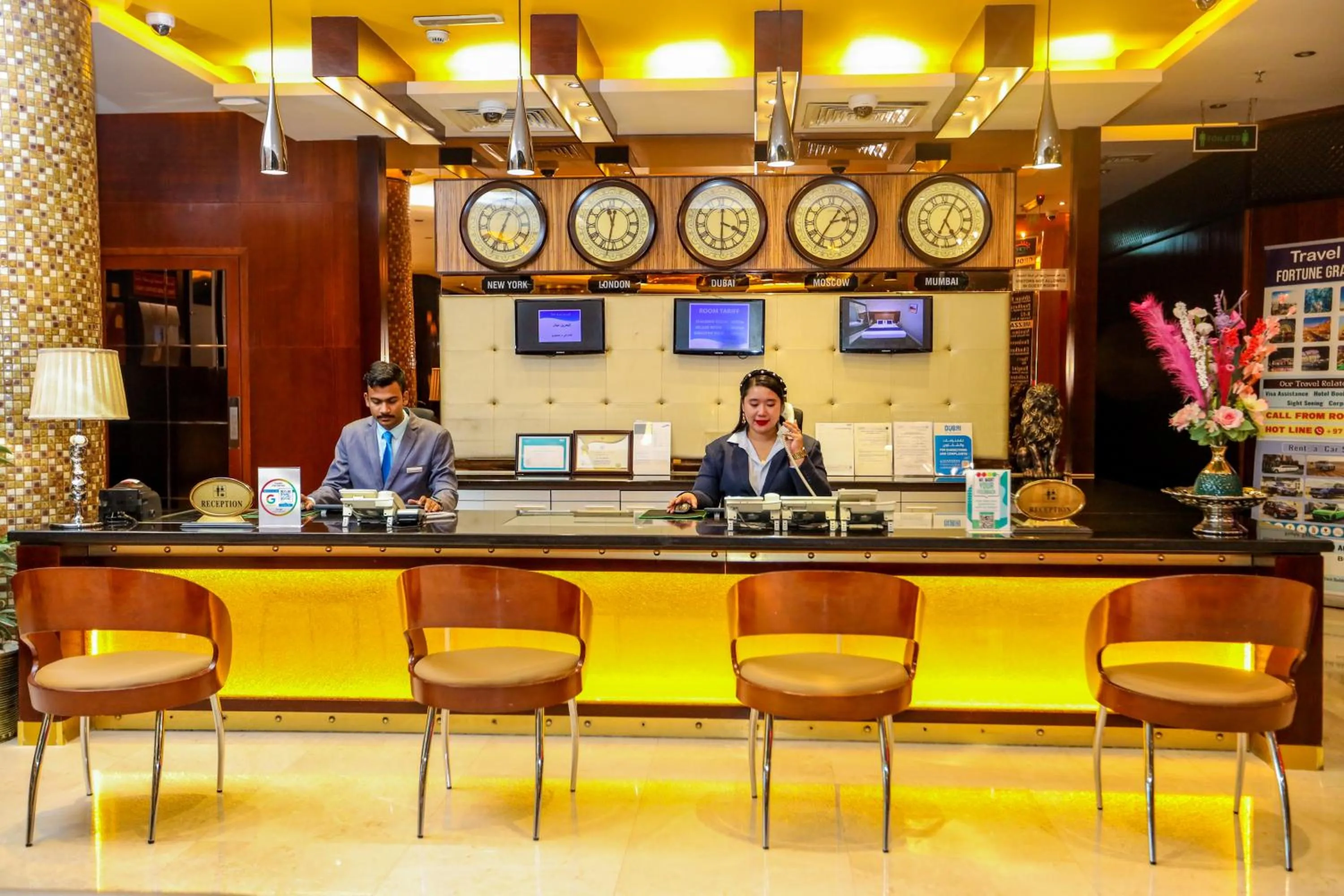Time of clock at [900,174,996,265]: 5:04
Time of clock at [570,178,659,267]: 11:32
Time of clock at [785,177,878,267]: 2:35
